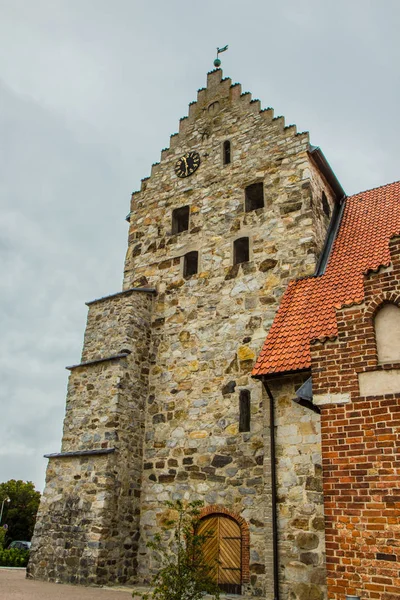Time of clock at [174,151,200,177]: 11:28
